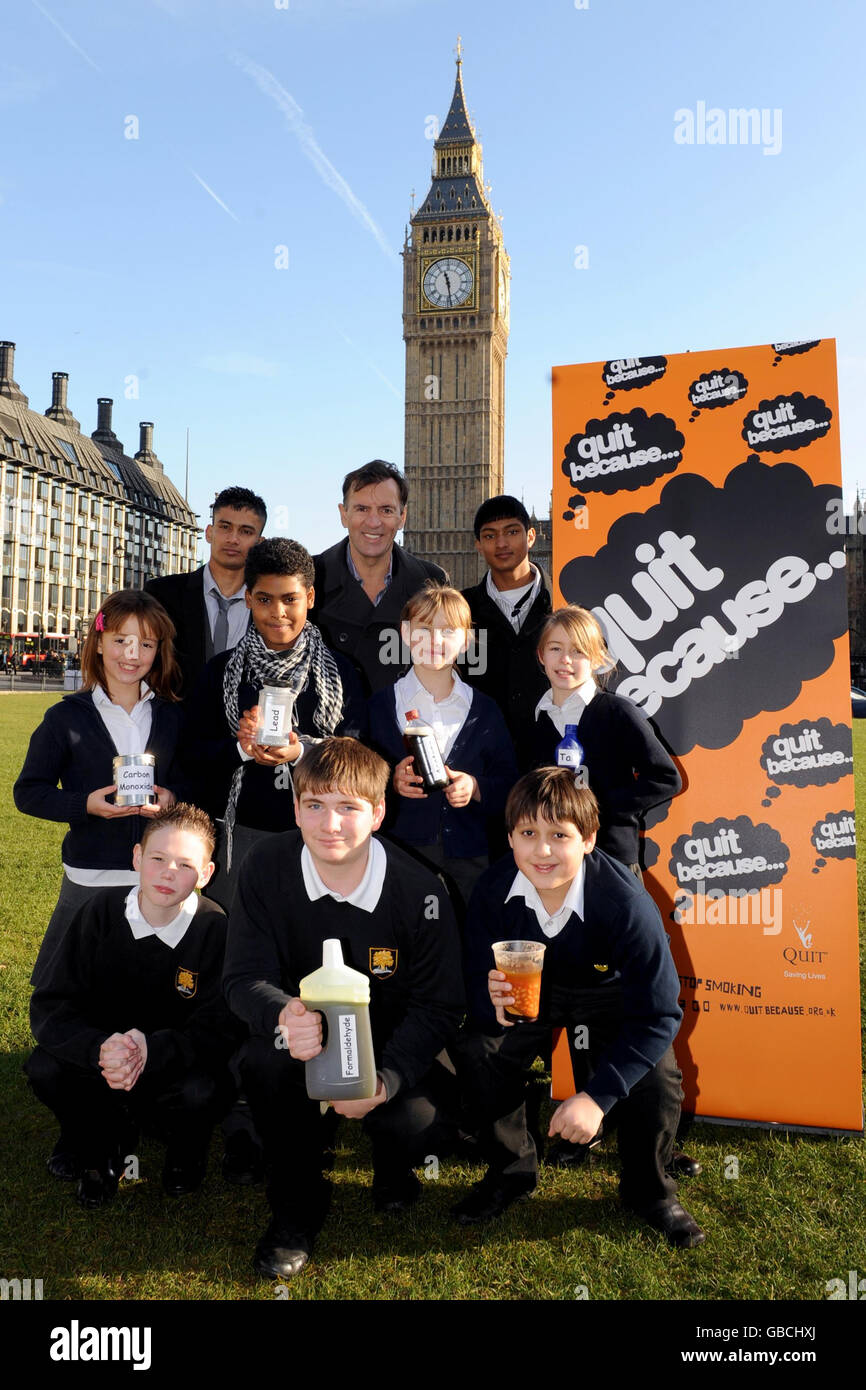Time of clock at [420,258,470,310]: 11:28
